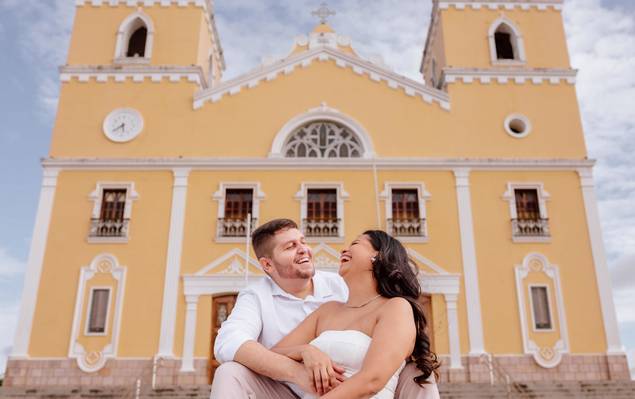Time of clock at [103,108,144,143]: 5:38
